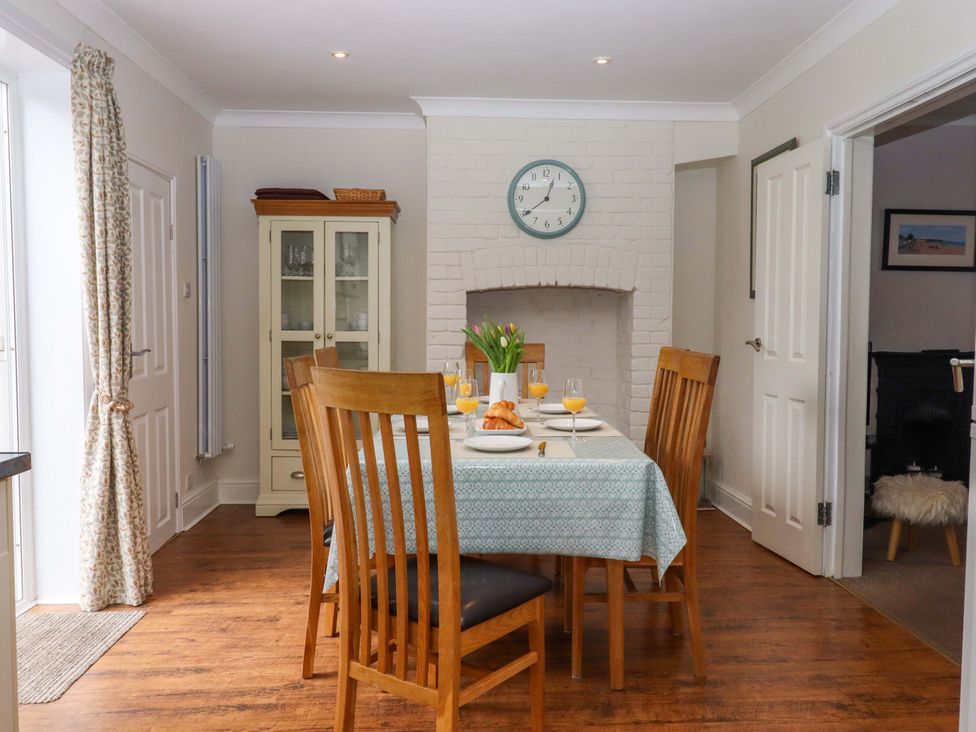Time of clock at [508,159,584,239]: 12:39
